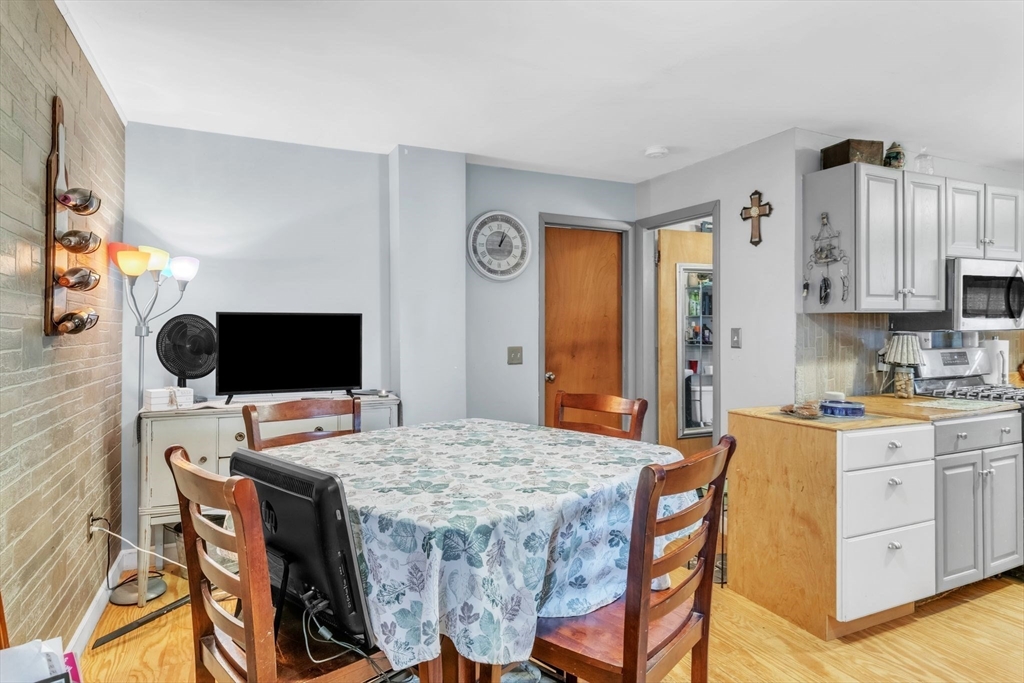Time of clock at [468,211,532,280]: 1:02
